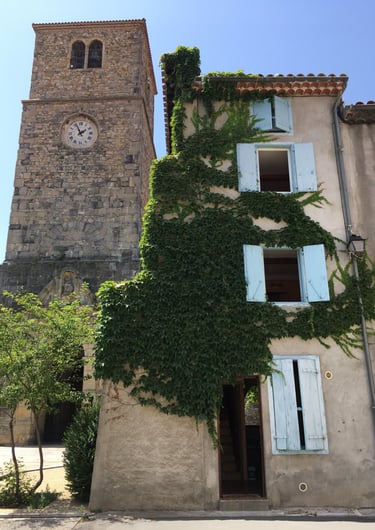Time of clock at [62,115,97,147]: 1:56
